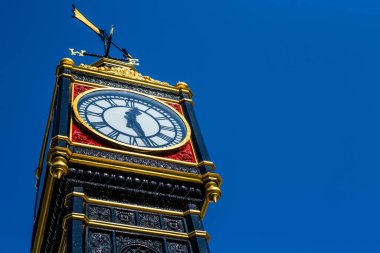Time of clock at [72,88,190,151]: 12:26
